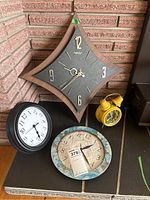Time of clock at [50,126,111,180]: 2:26
